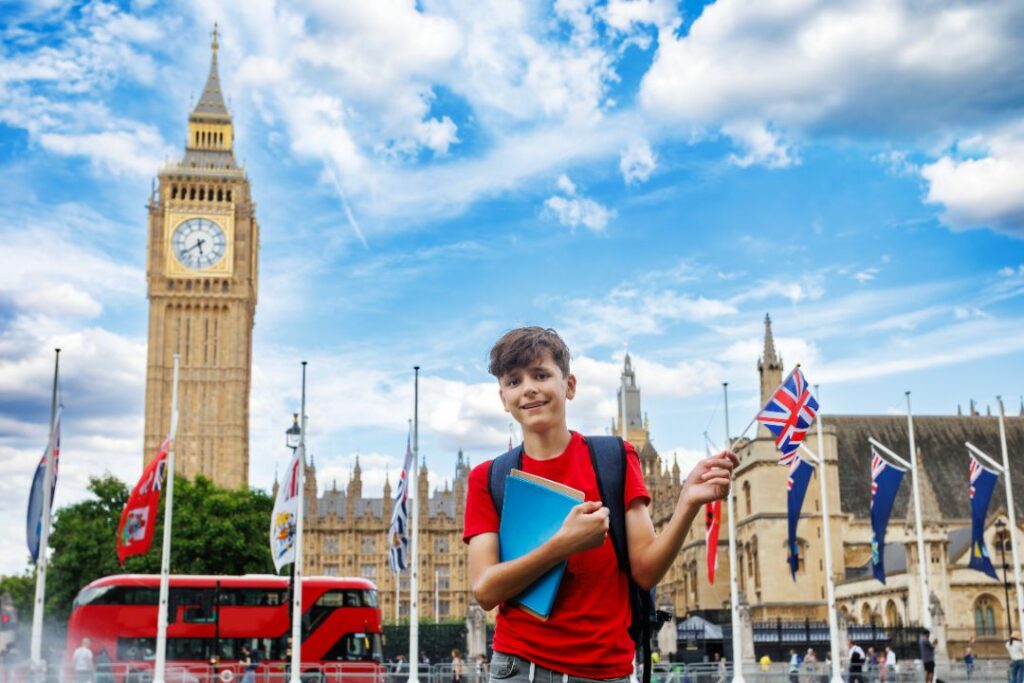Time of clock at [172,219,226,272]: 5:39
